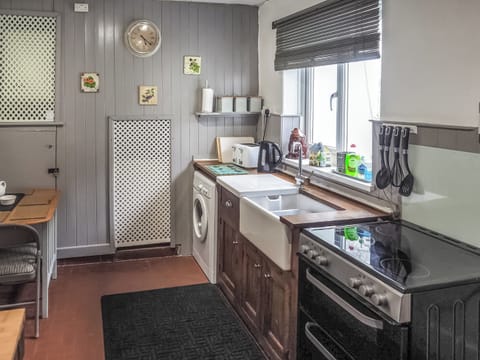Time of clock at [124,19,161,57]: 5:21
